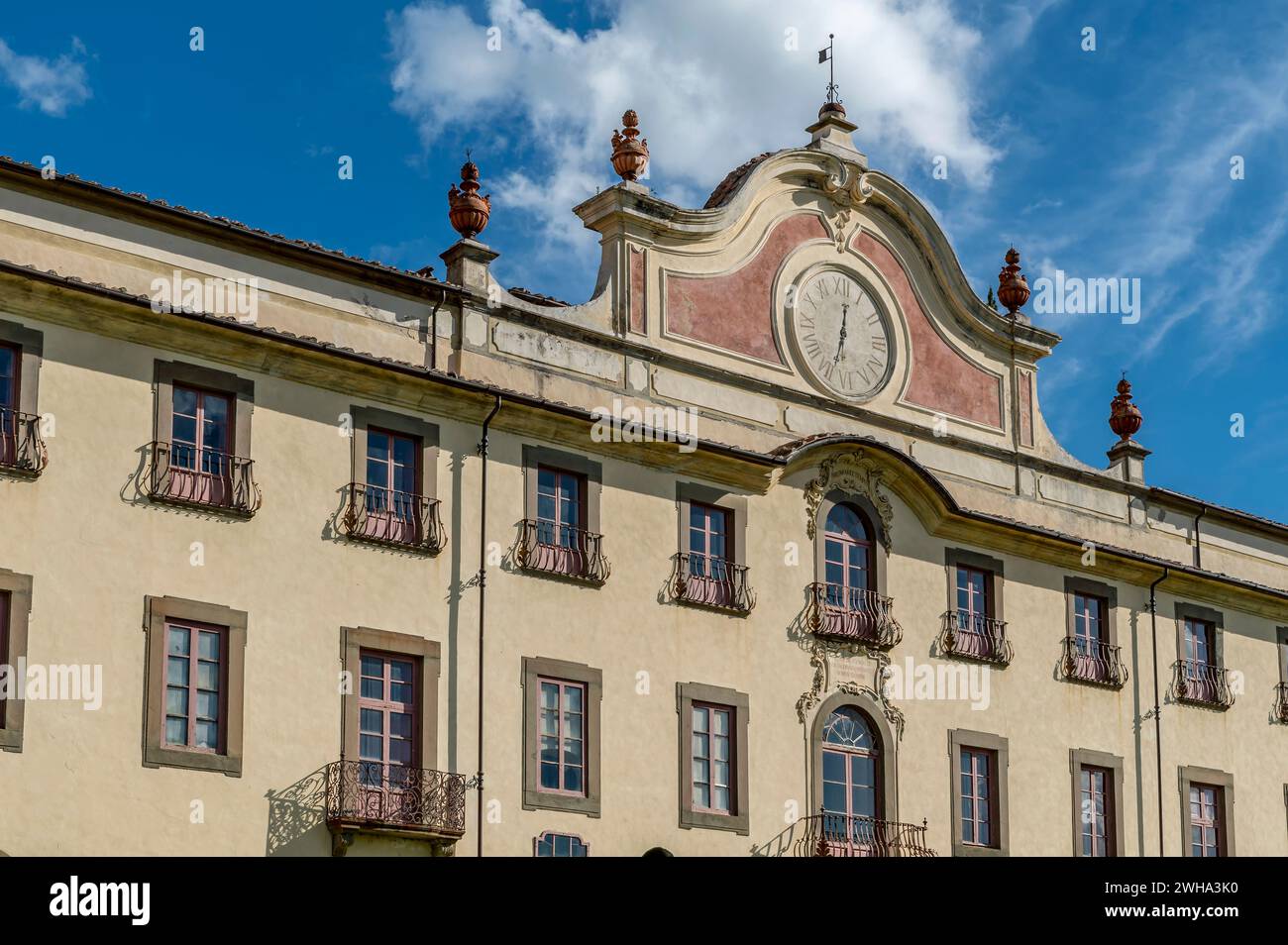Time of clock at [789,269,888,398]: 12:33
